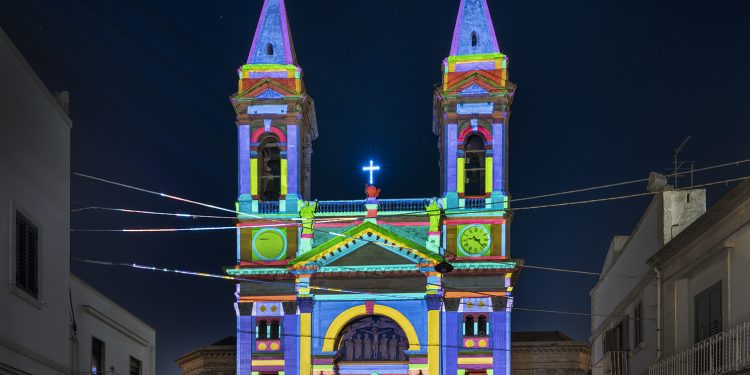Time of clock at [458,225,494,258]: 9:22
